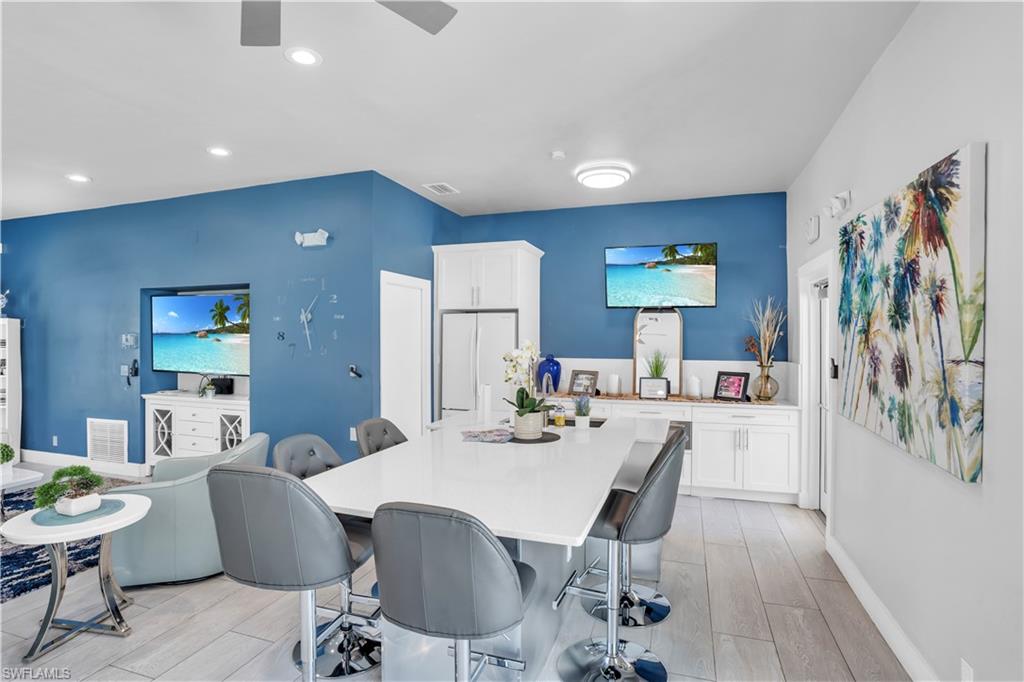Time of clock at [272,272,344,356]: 1:28
